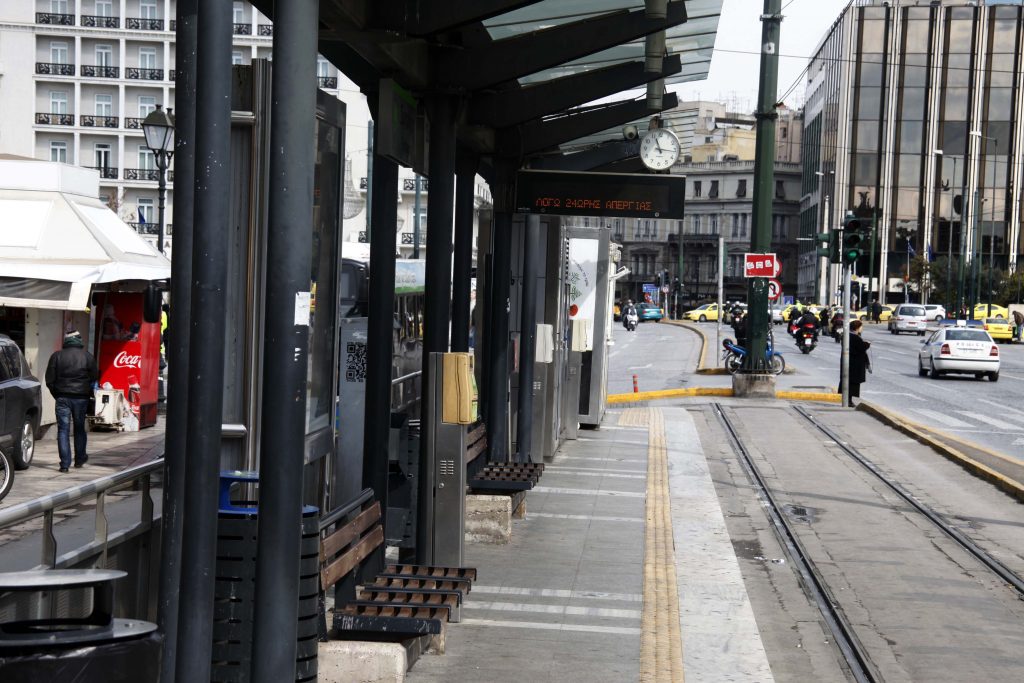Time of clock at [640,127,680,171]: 11:15
